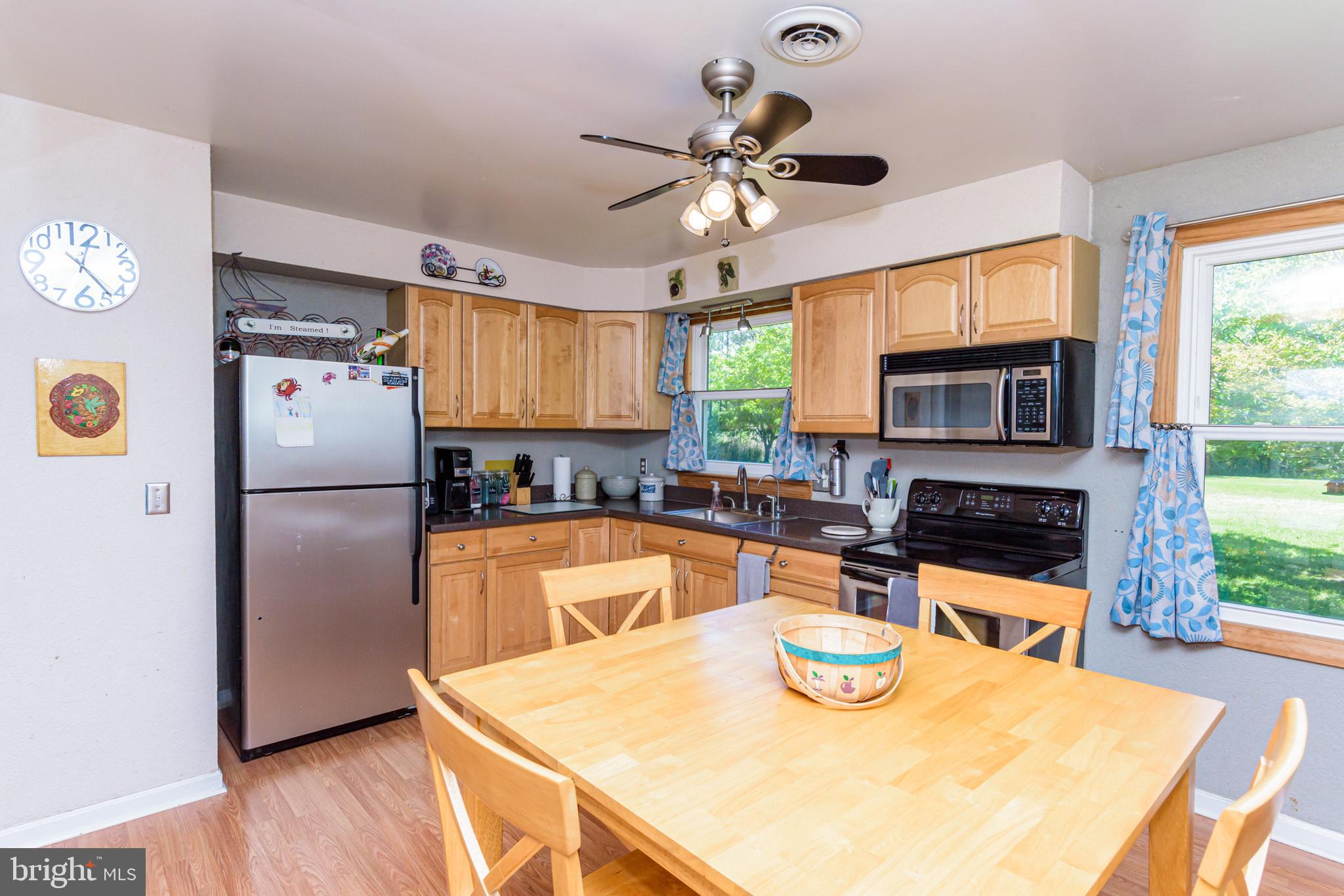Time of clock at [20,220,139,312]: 12:23
